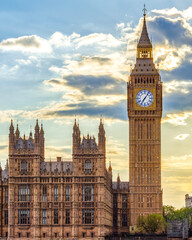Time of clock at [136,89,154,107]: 7:06
